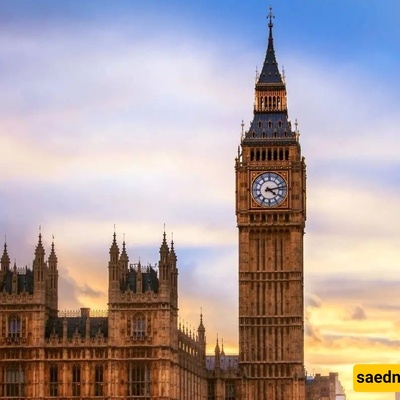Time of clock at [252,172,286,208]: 4:12
